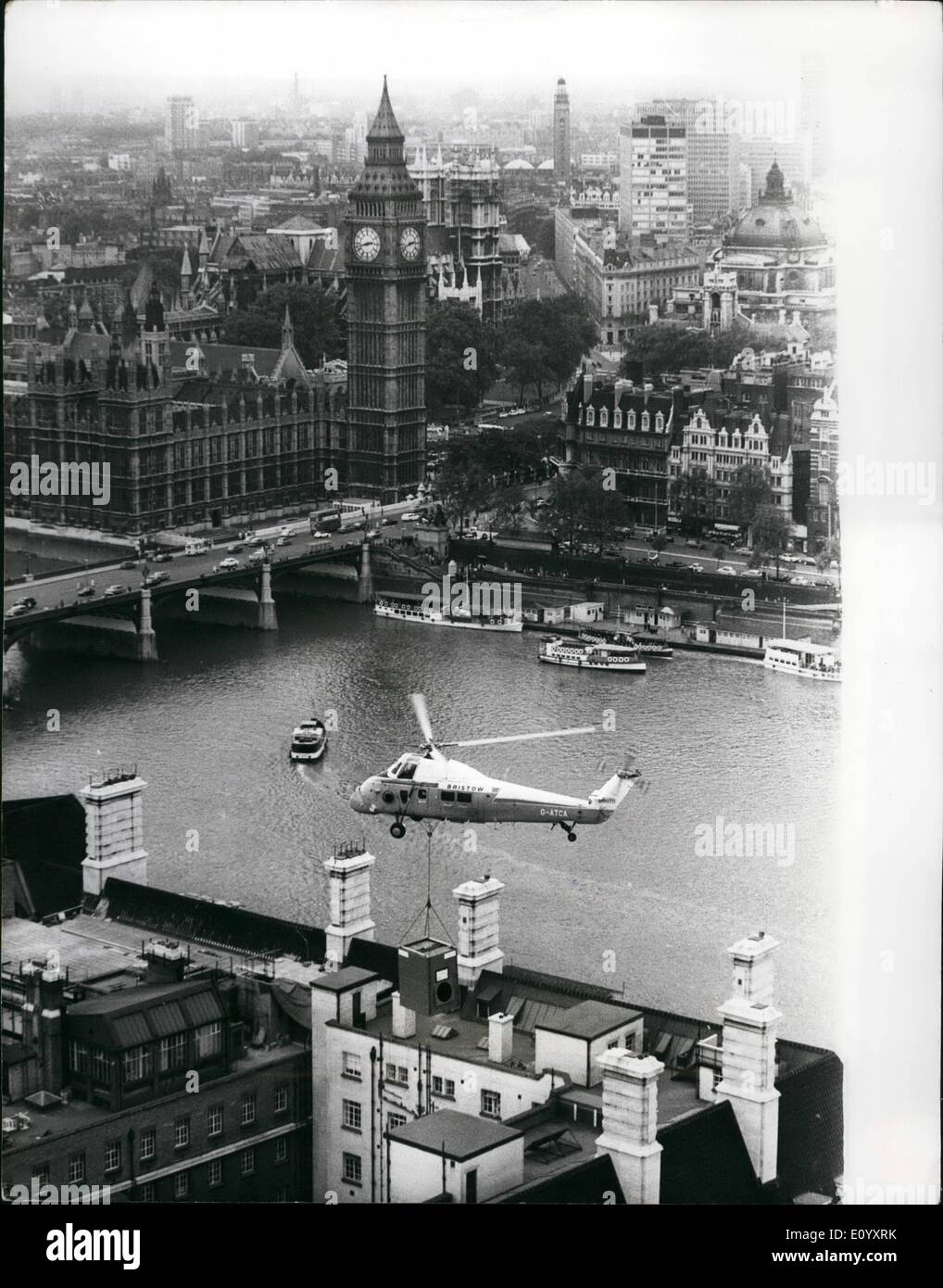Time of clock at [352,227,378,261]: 2:42
